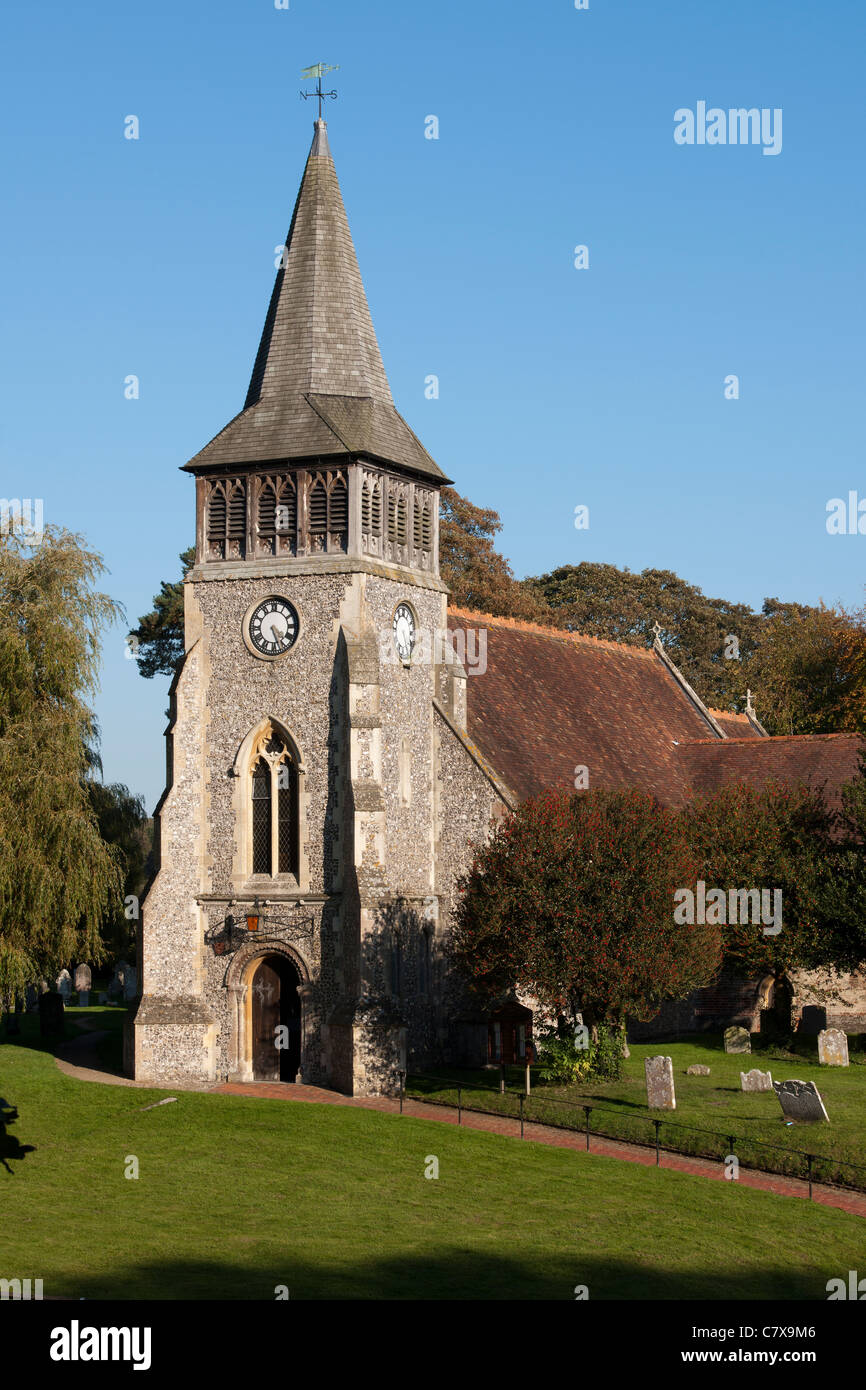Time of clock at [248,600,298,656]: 4:26
